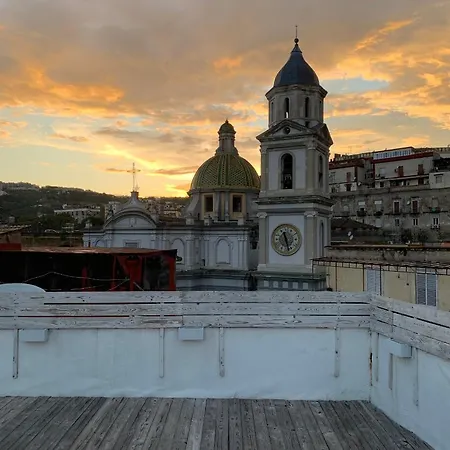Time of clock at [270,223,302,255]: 11:28
